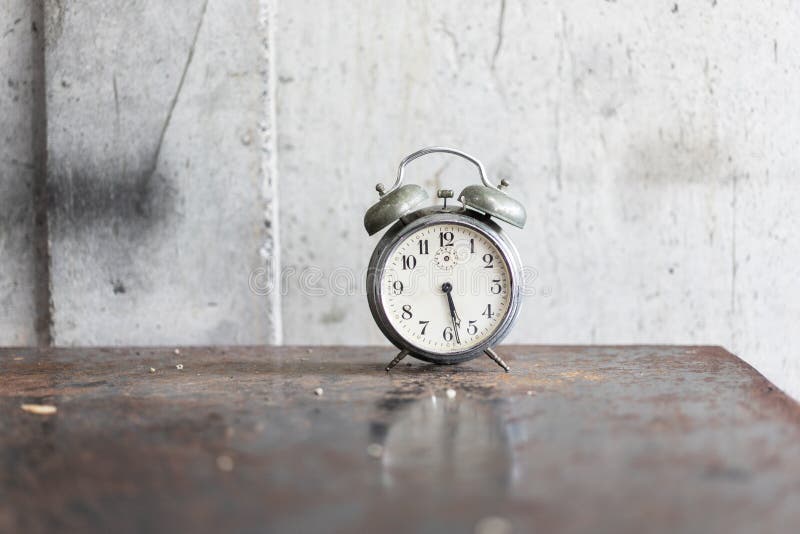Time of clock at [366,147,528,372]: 5:28
